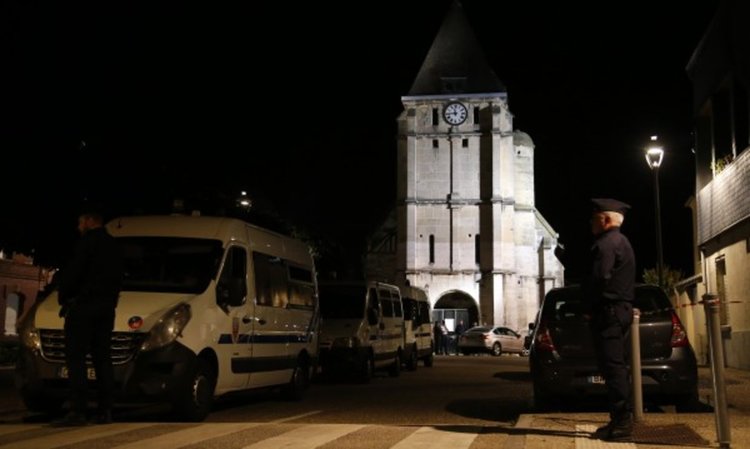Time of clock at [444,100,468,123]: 11:44
